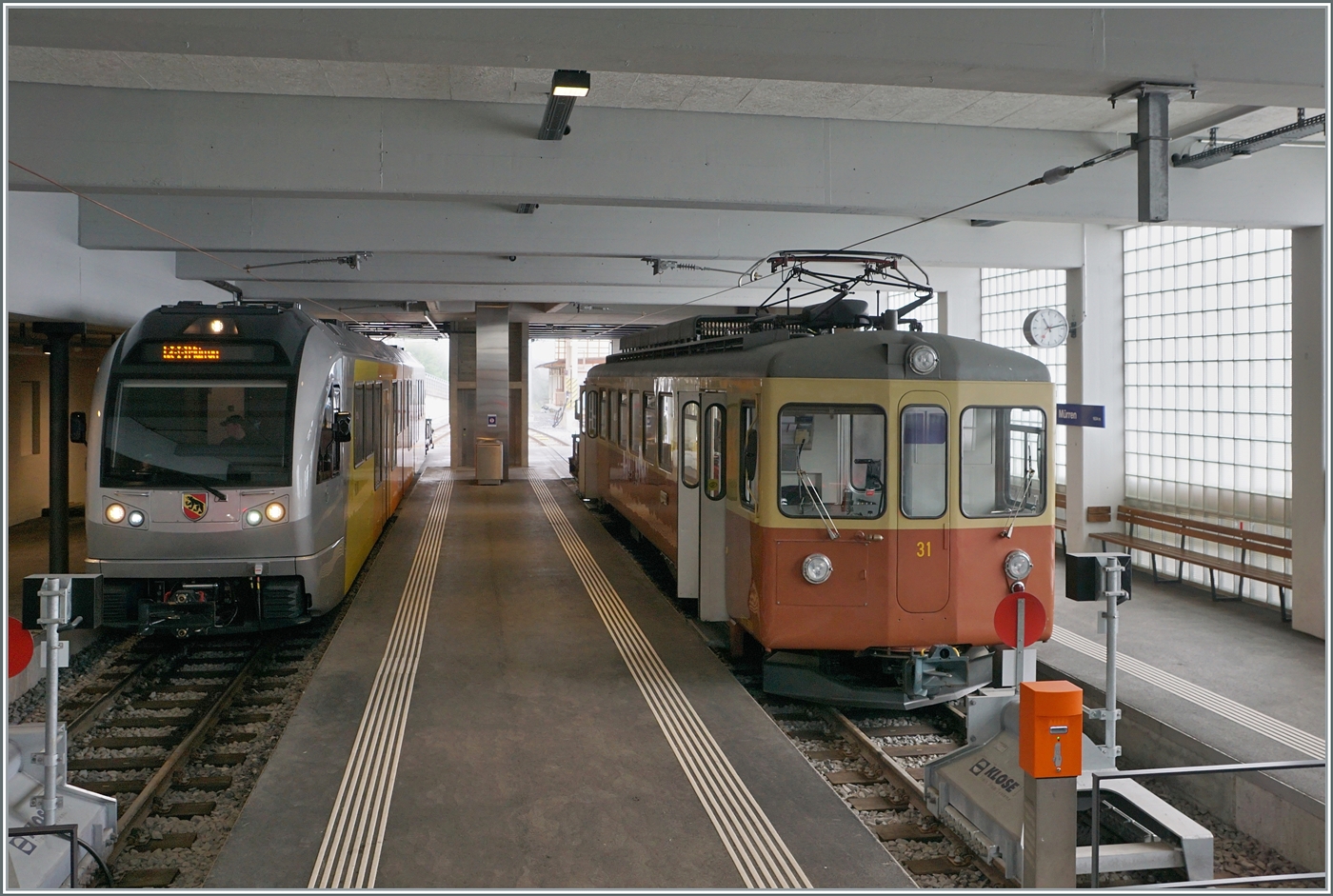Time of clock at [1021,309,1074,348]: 11:12
